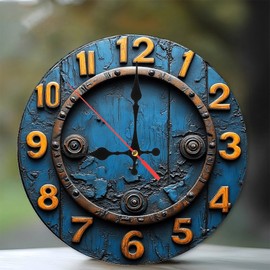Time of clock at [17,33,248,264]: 8:59
